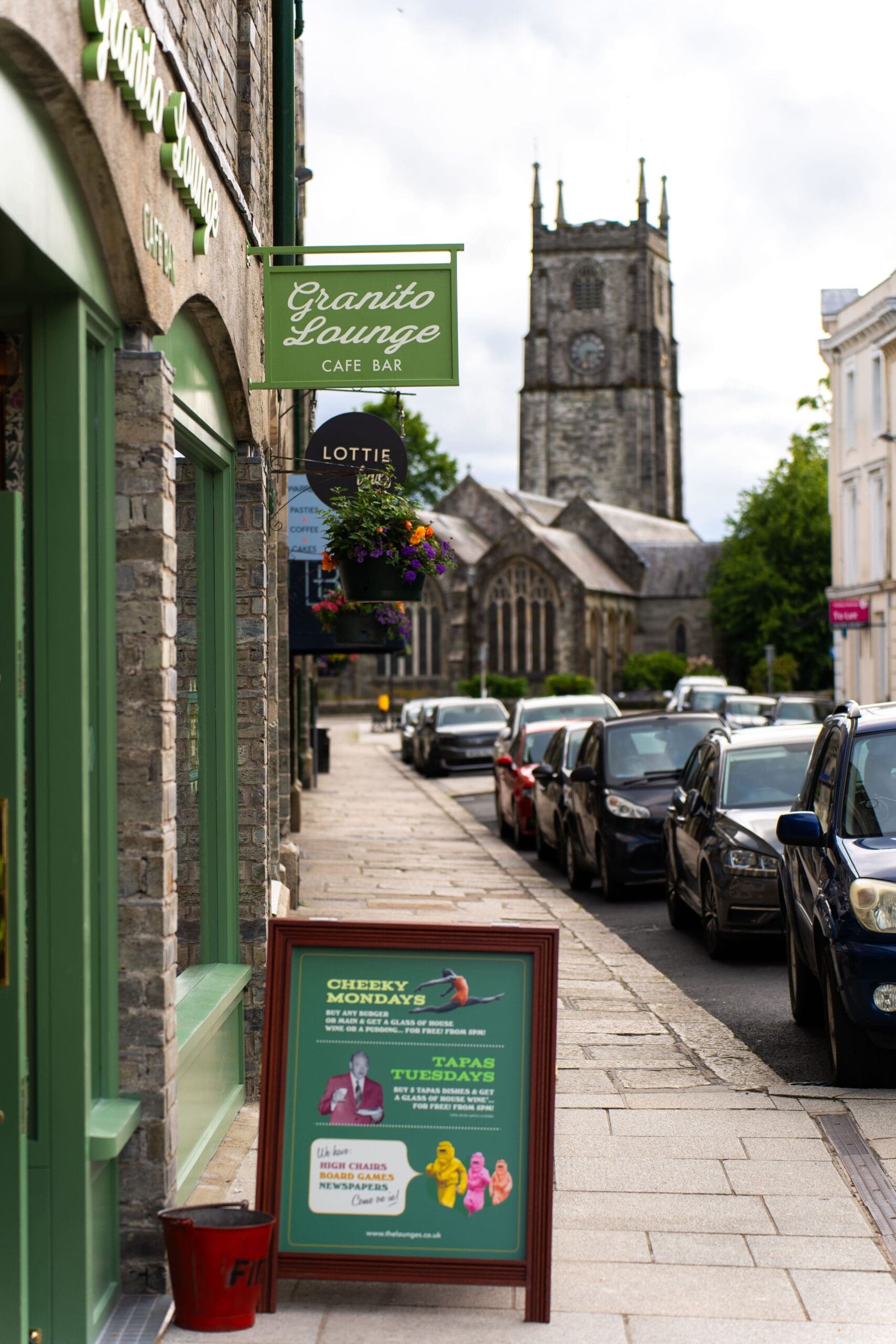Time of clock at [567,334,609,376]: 6:15
